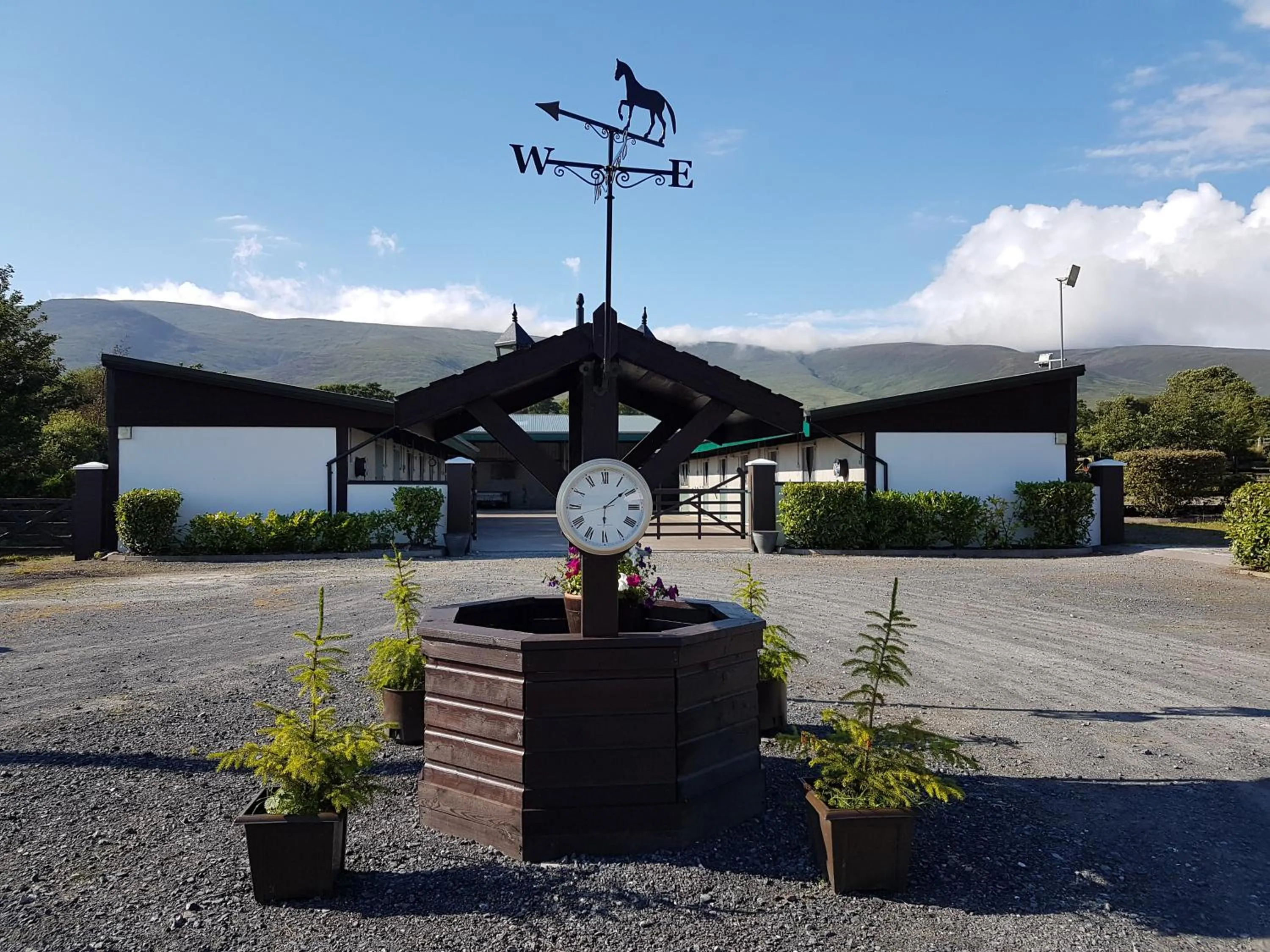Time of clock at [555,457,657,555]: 6:08
